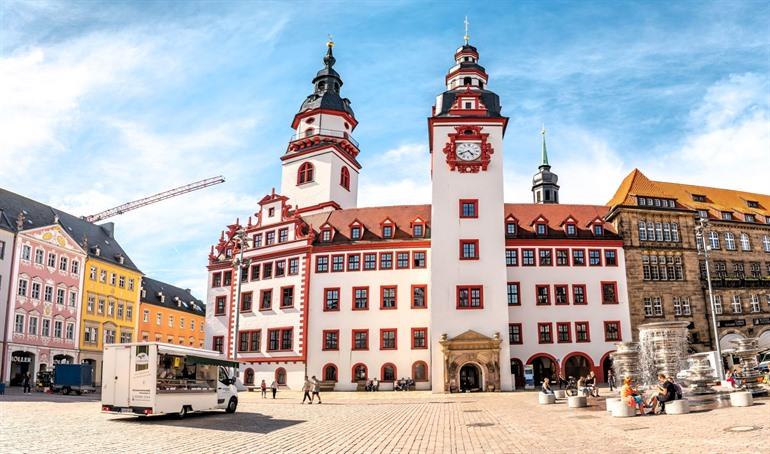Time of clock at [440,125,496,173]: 4:40
